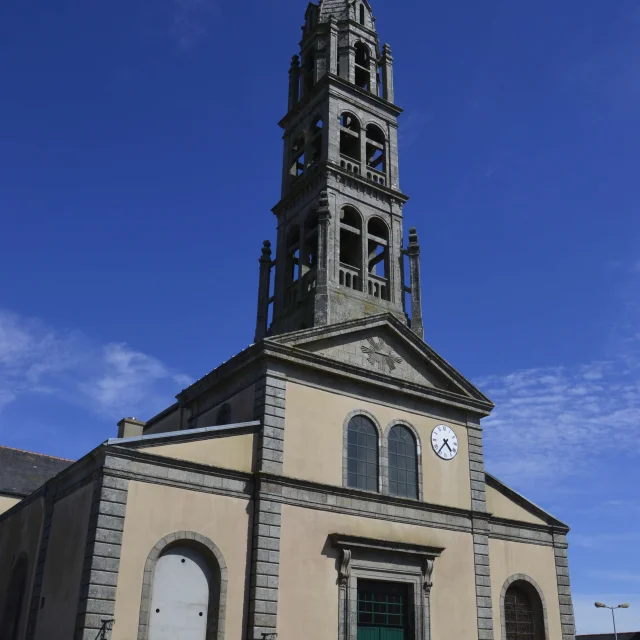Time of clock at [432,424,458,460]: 4:36
